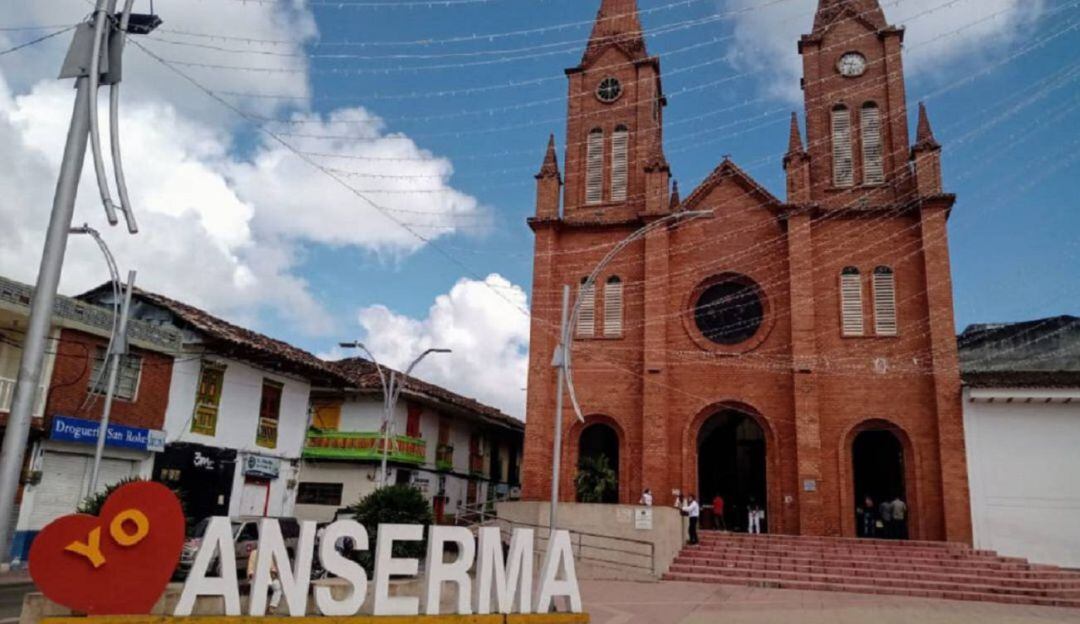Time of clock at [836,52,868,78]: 9:33
